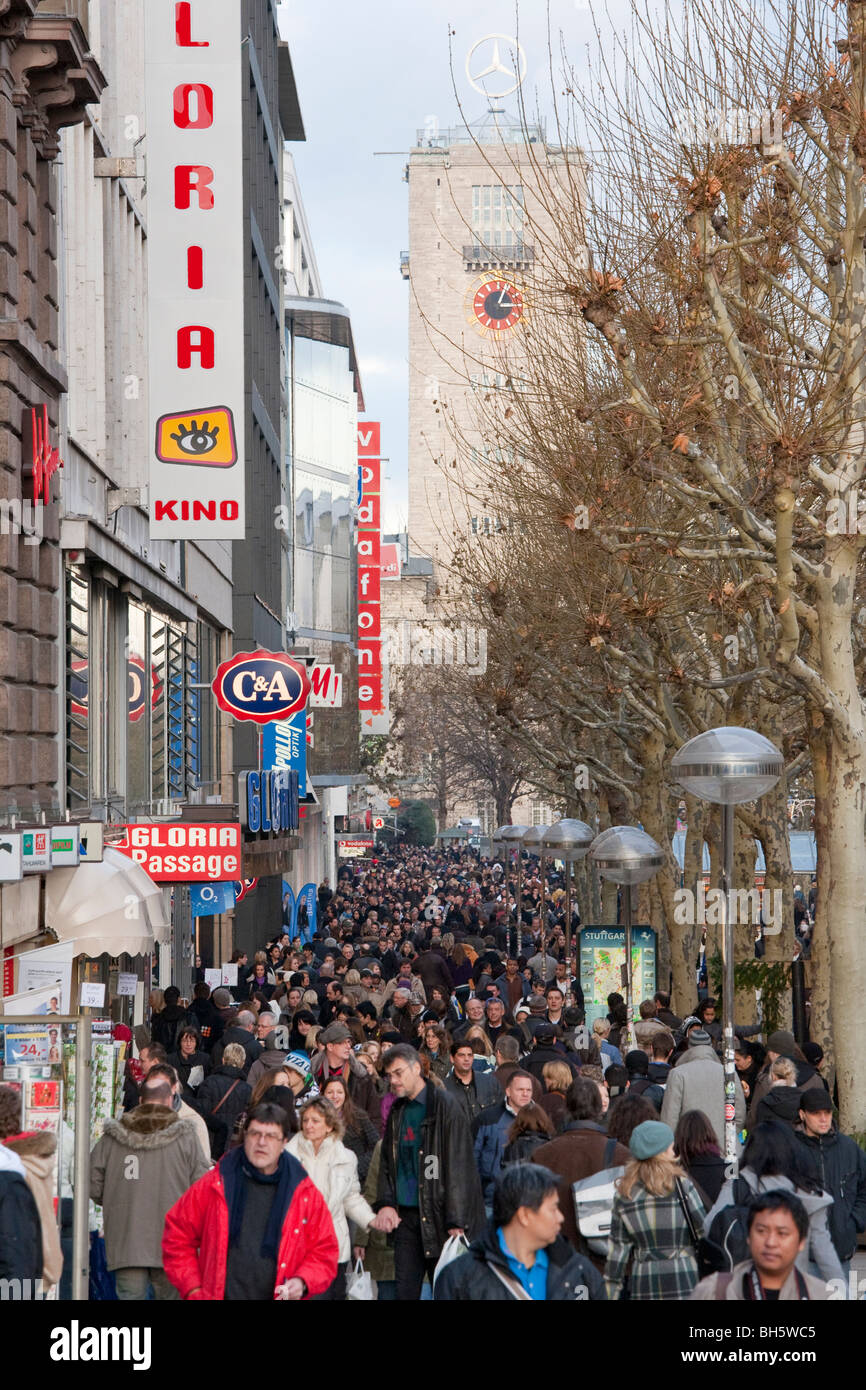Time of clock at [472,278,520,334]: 3:04
